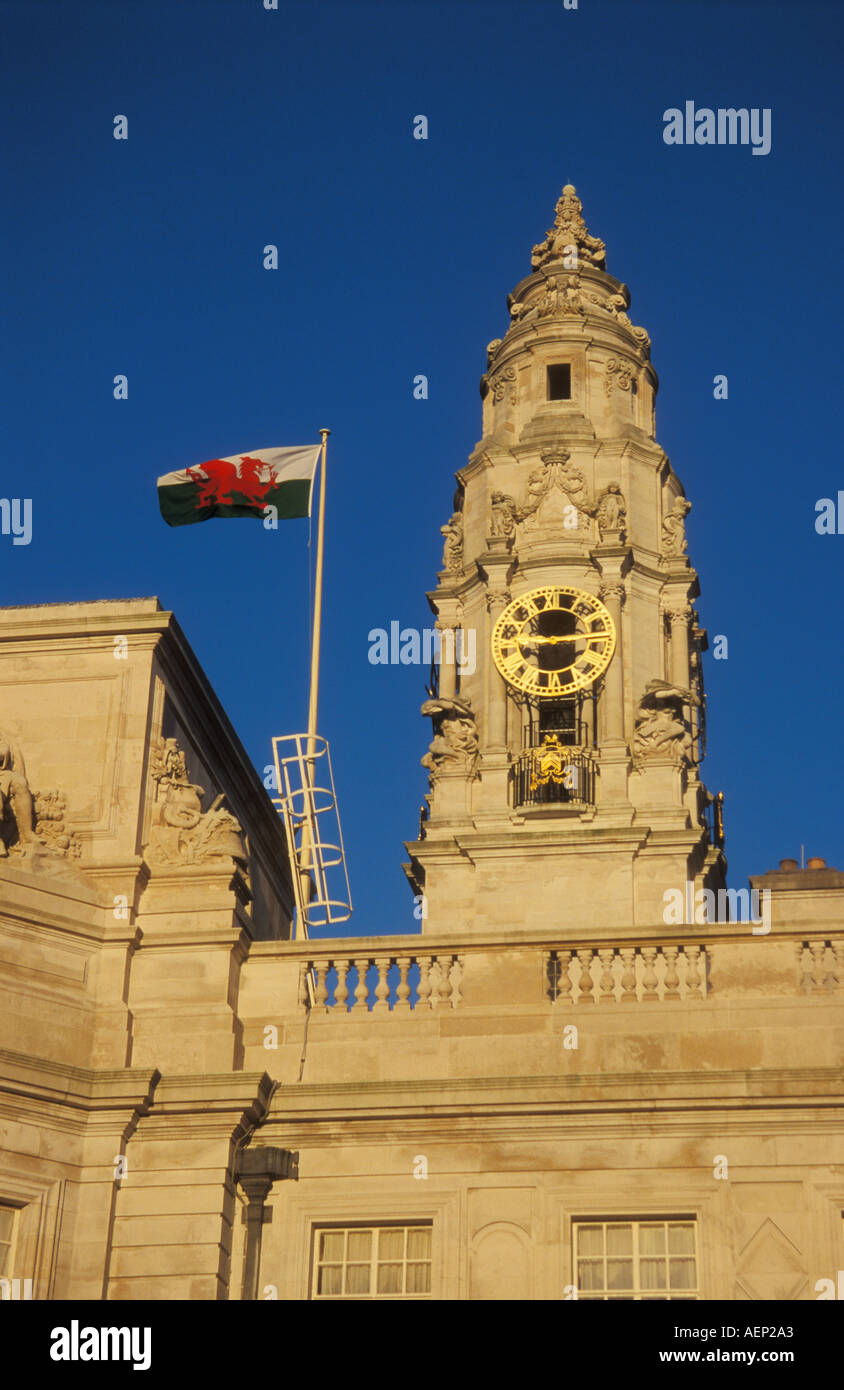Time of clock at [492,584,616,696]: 9:13
